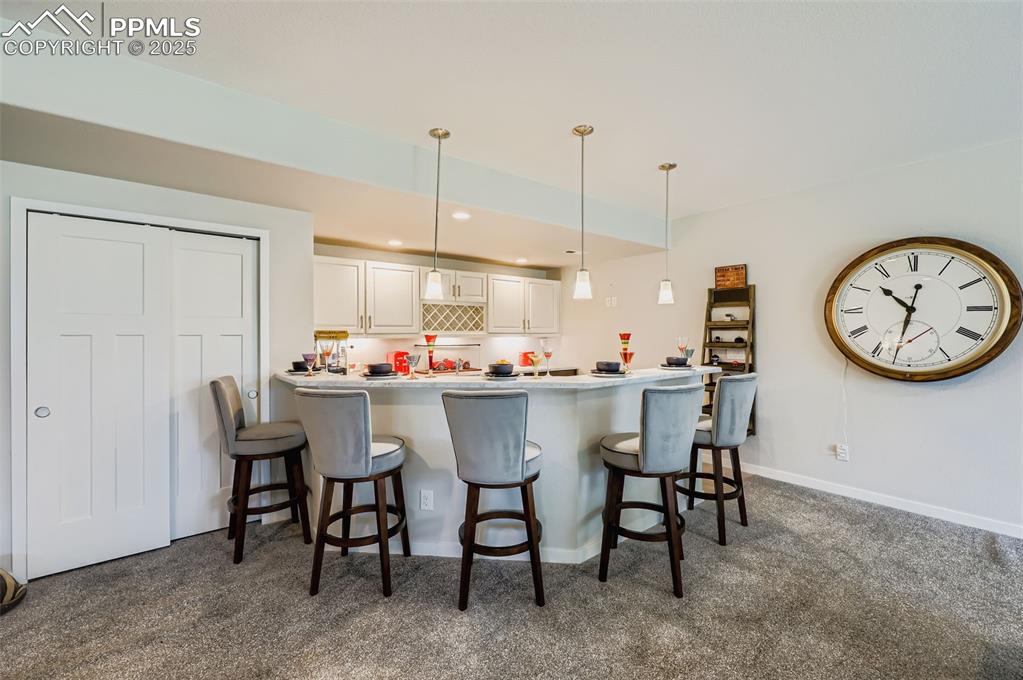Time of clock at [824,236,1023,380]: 10:31
